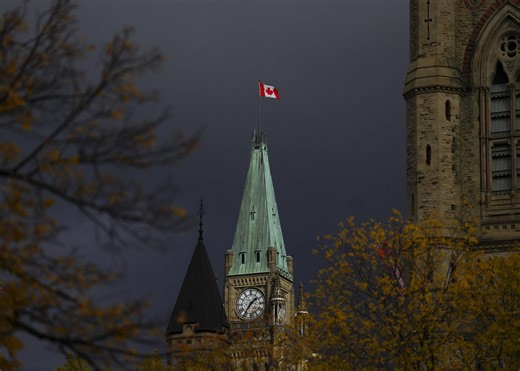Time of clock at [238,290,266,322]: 1:36
